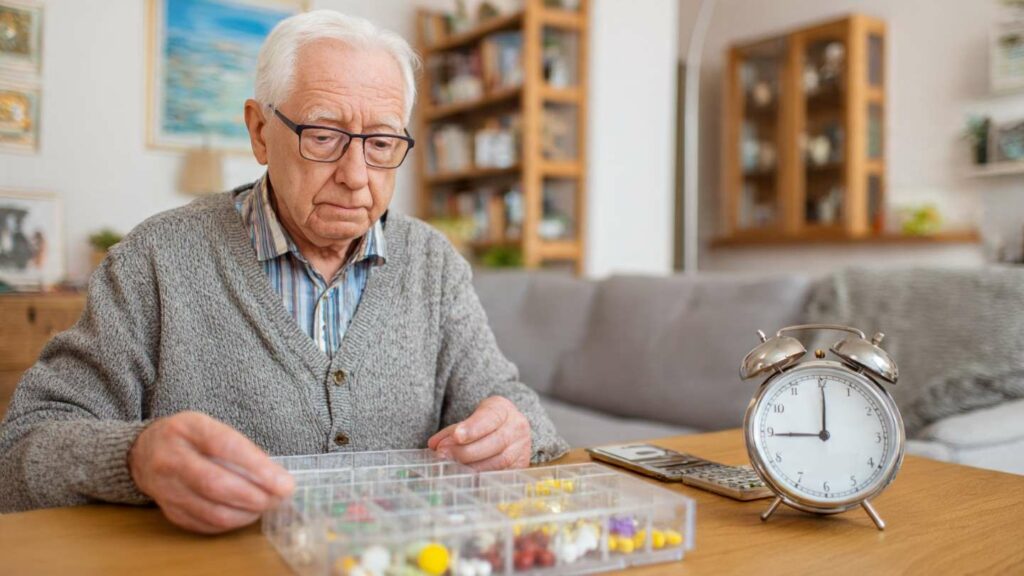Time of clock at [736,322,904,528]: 9:00
